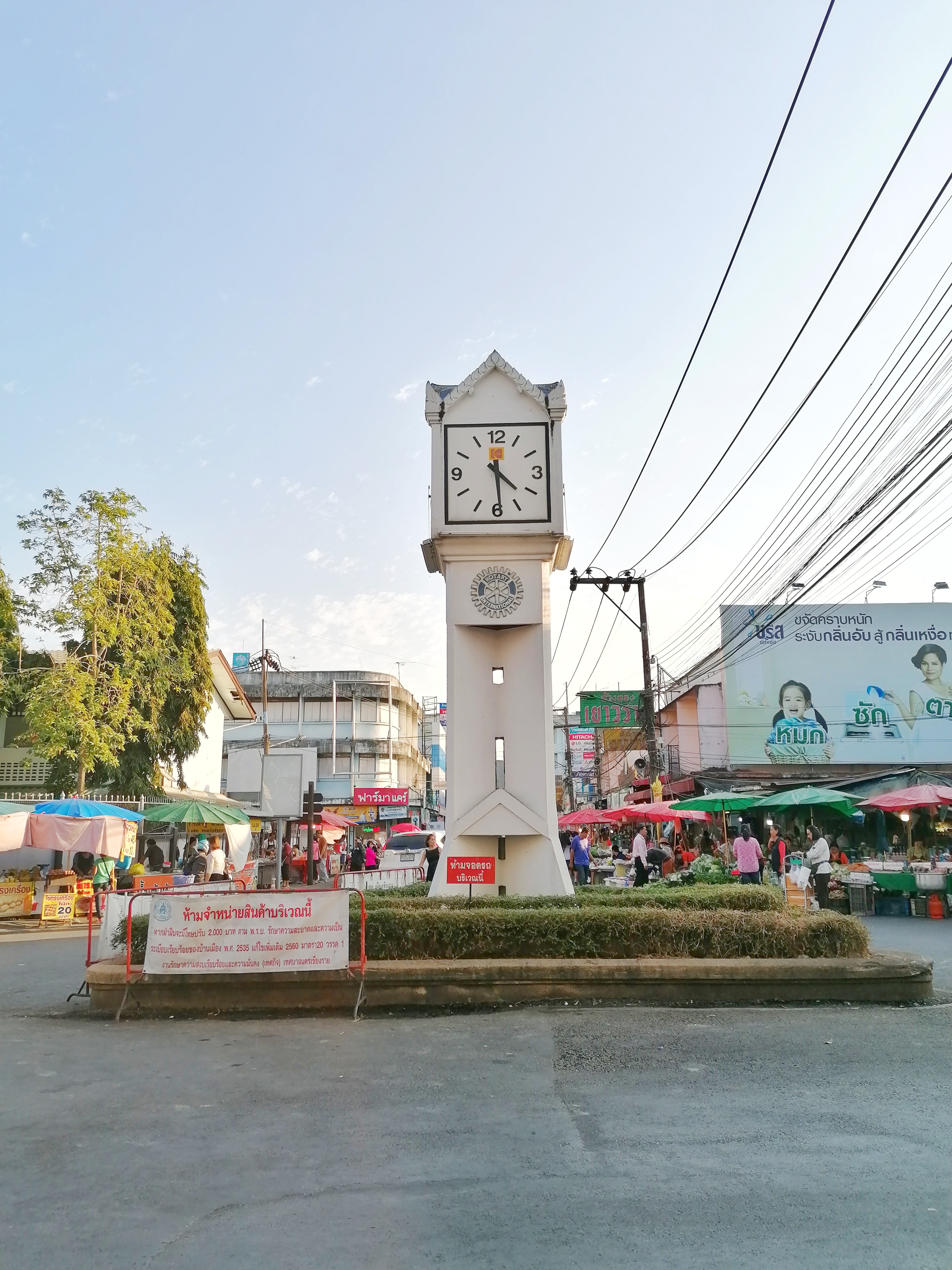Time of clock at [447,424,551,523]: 4:29
